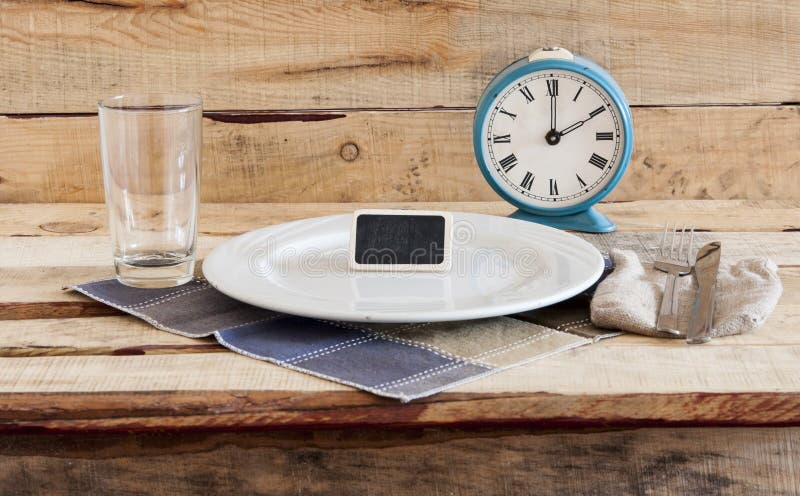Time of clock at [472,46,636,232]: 2:00
